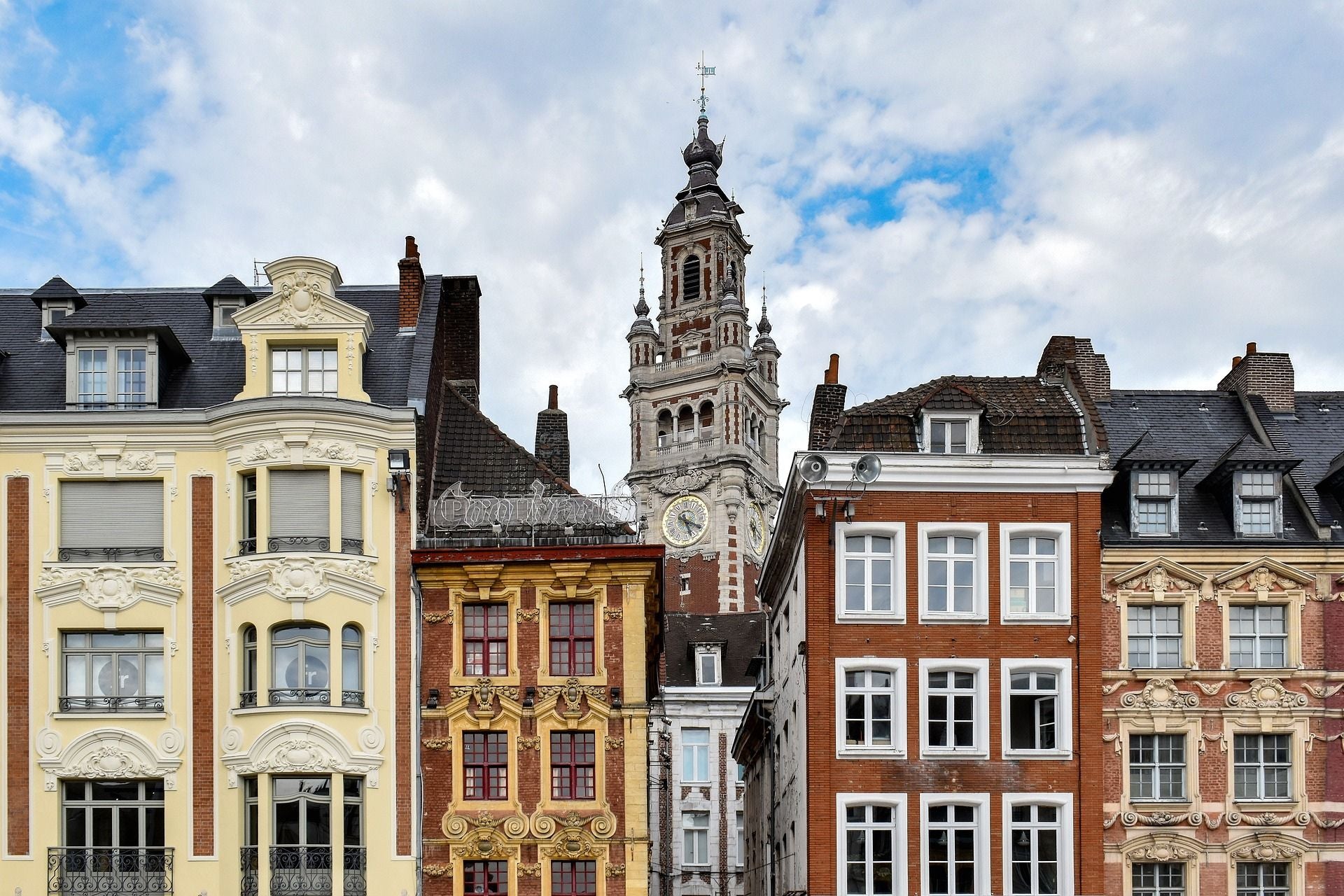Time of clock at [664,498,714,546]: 5:19
